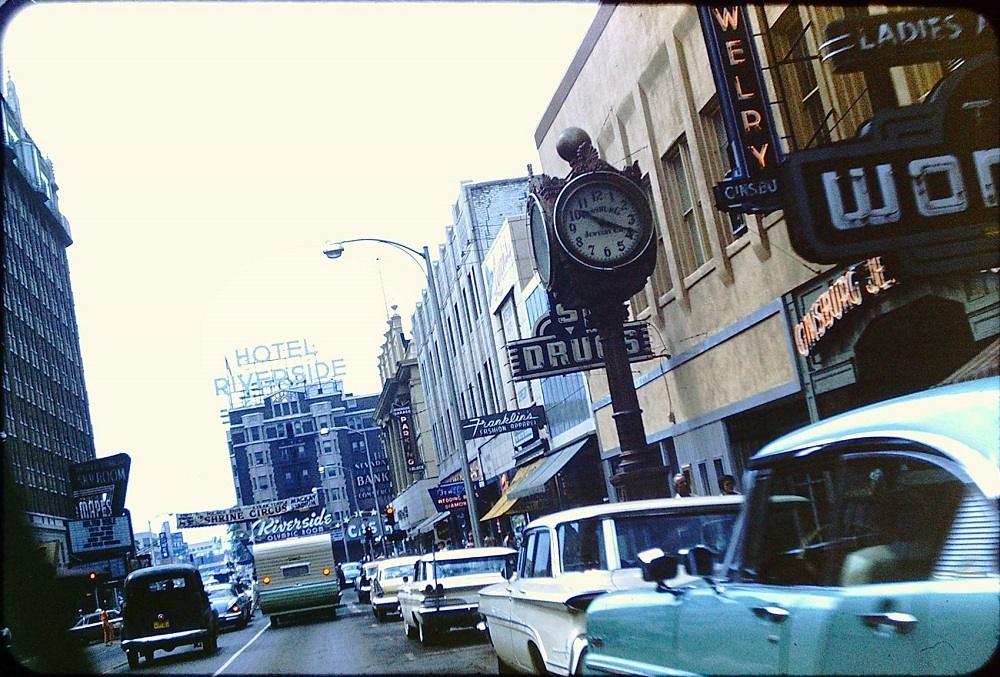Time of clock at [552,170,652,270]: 10:18
